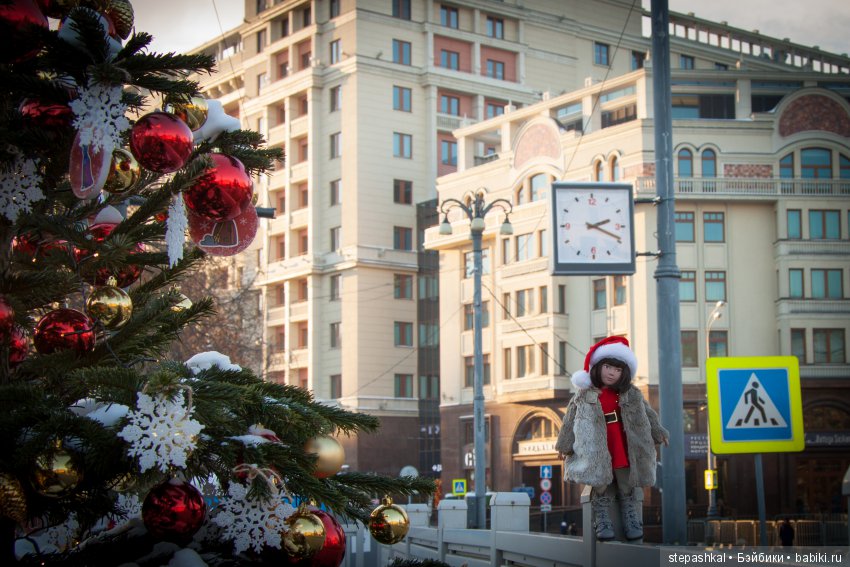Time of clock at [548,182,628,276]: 2:18
